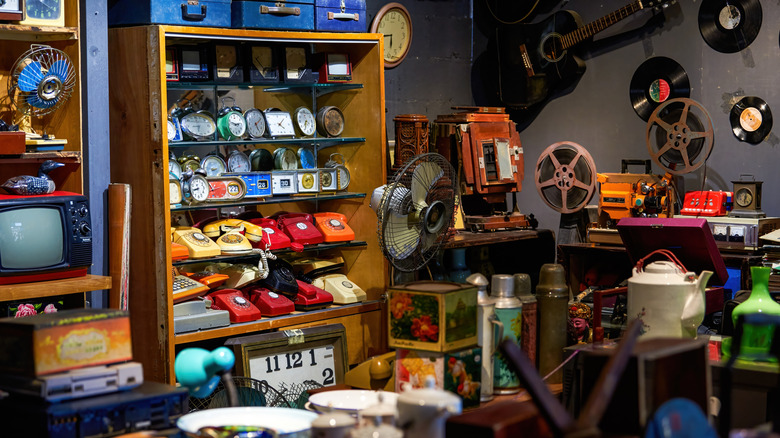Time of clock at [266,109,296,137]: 4:07
